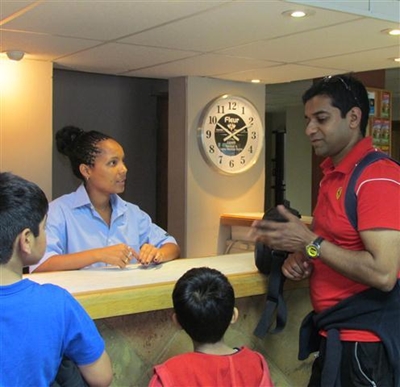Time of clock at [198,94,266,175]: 1:50
